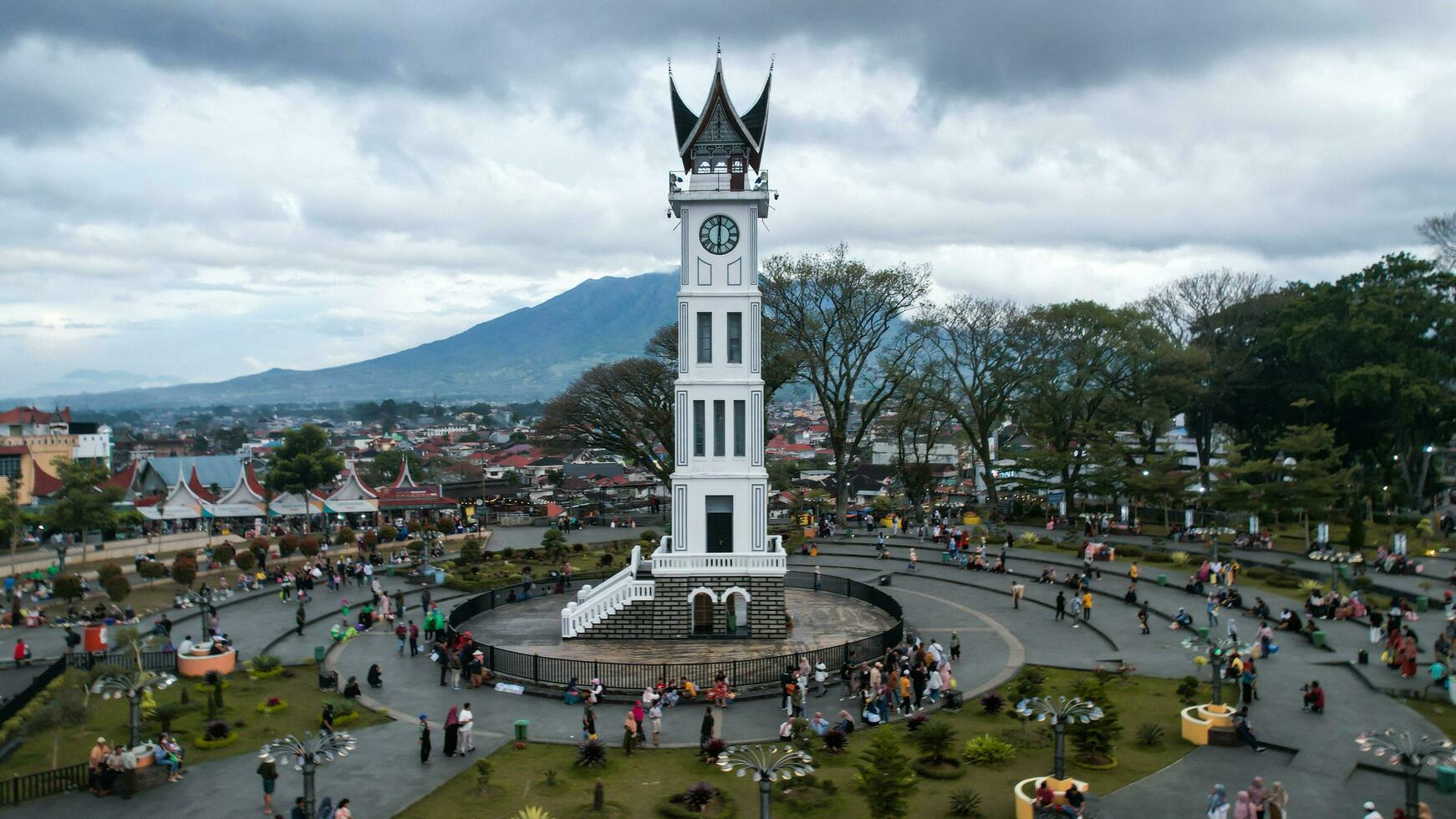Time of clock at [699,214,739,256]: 6:00
